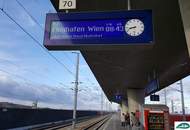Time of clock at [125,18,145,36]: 8:42
